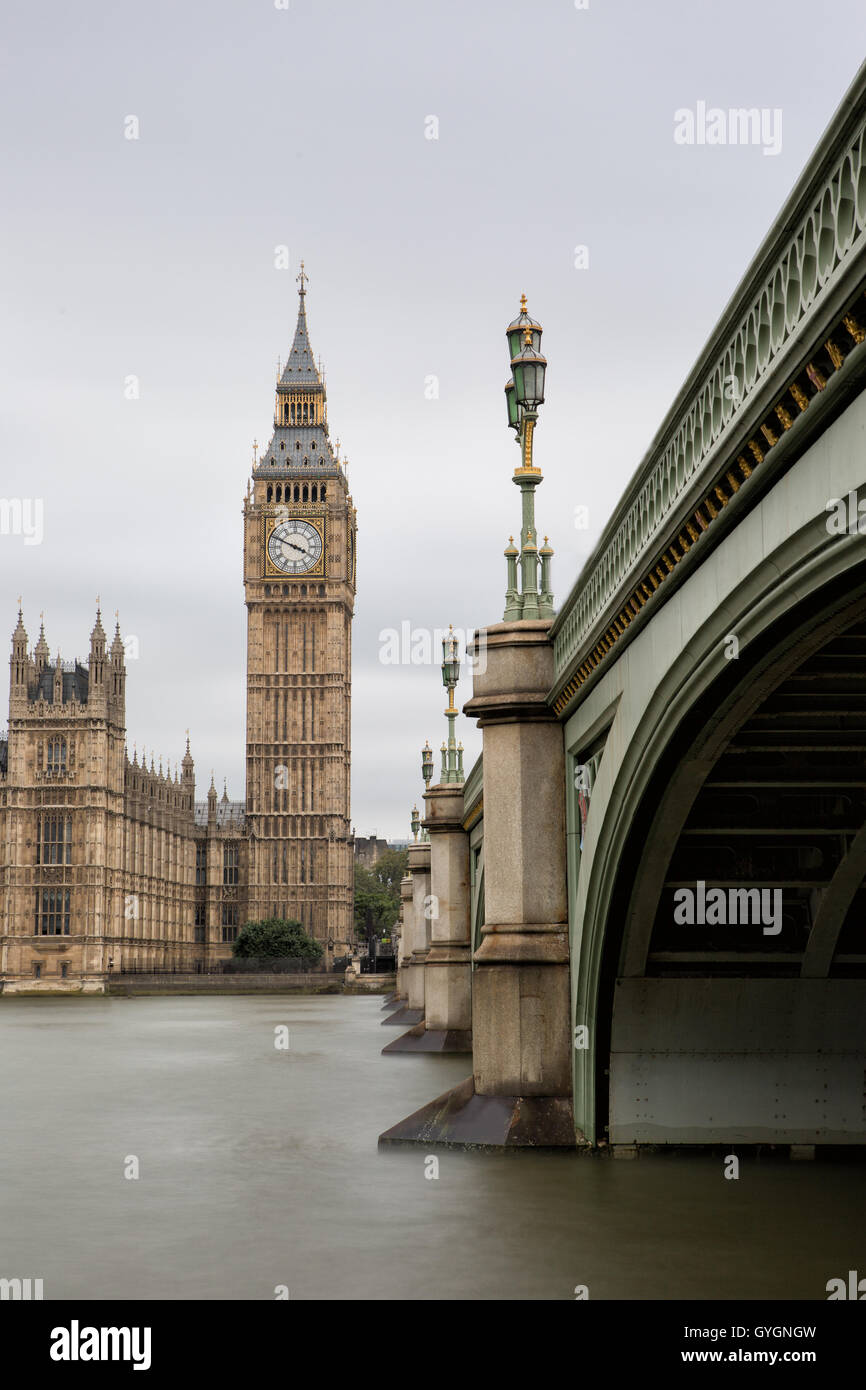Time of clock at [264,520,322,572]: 3:48
